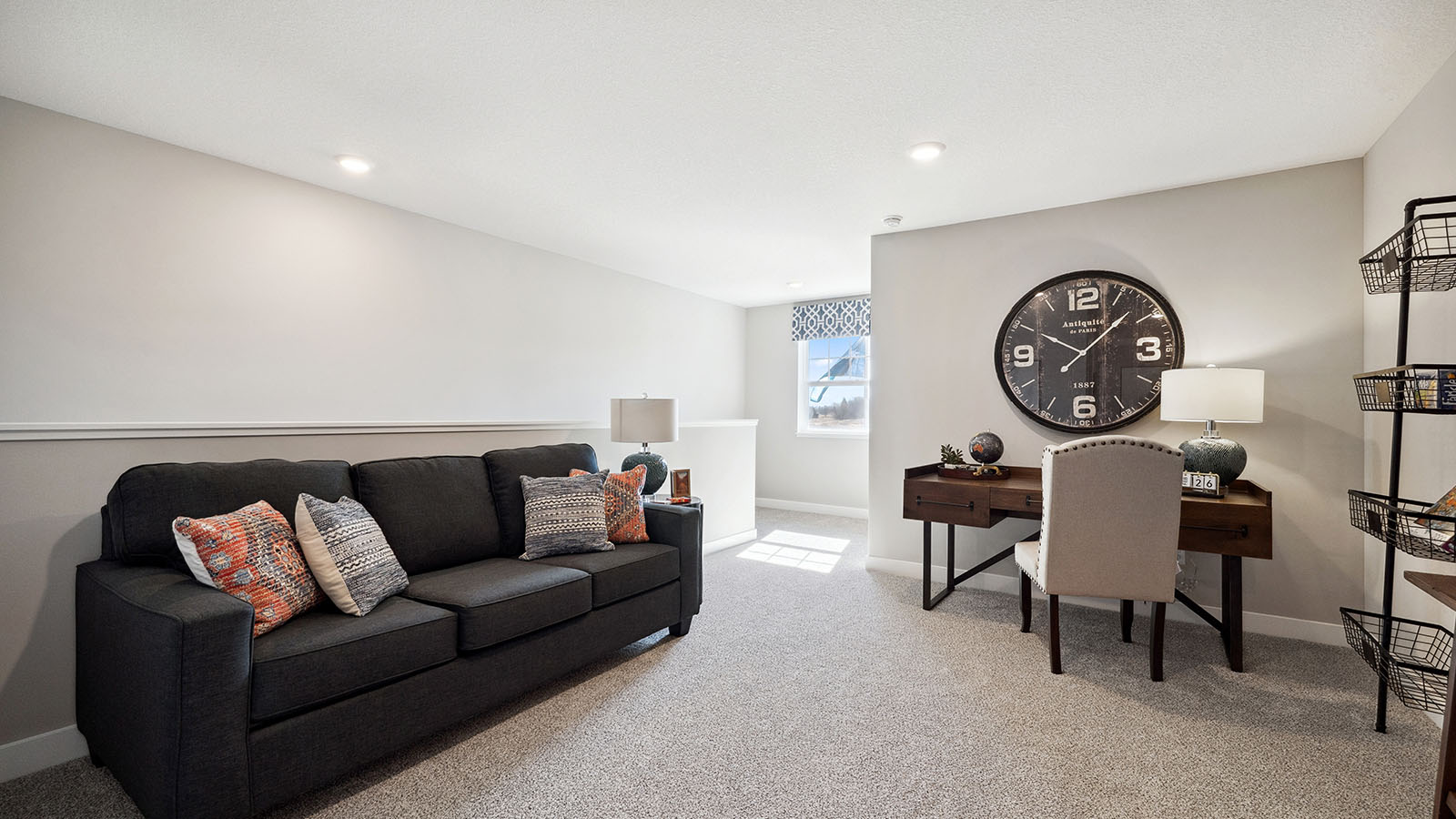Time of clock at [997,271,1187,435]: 10:07
